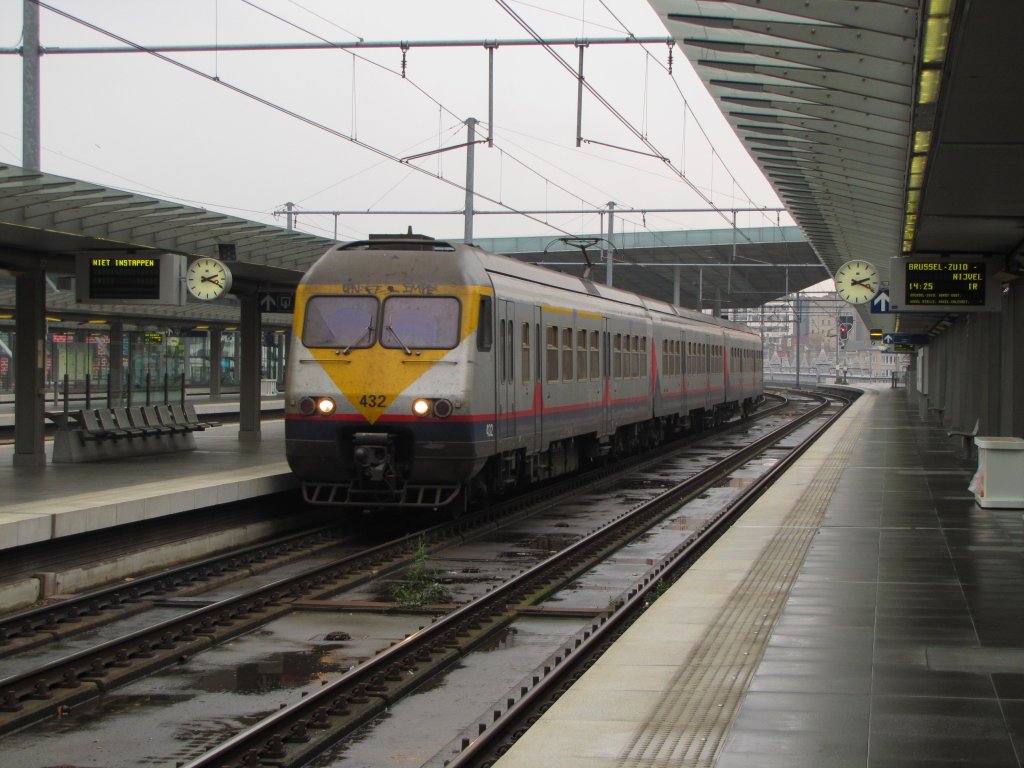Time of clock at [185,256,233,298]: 2:19
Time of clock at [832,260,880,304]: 2:18
